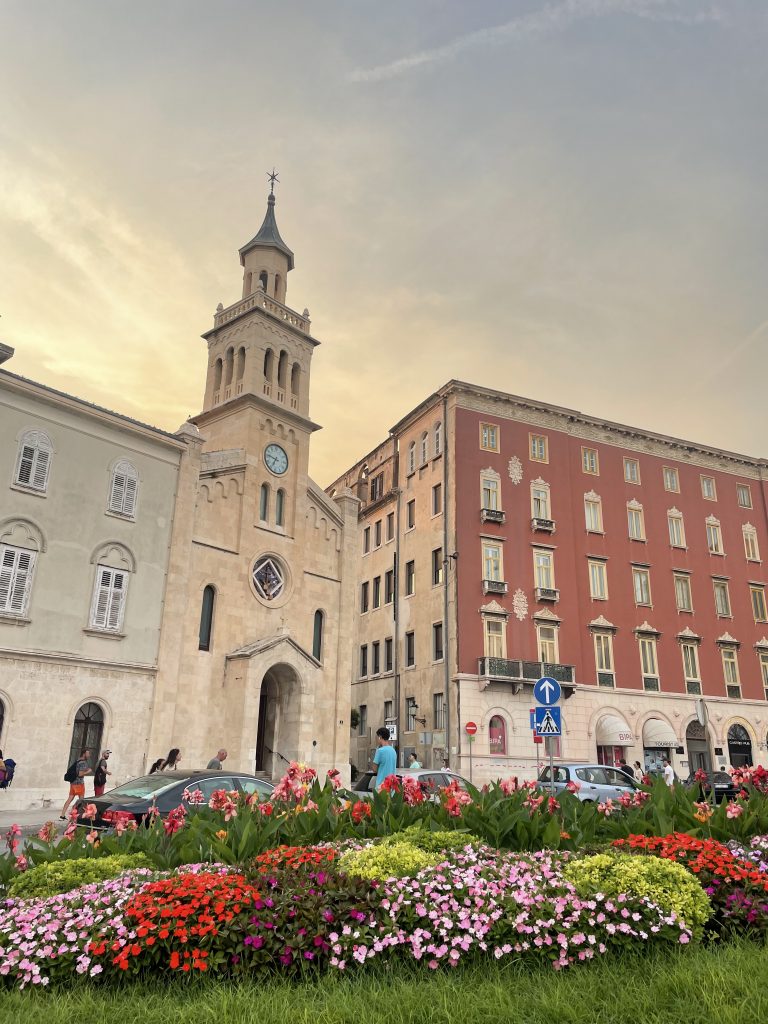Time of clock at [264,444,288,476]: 6:46
